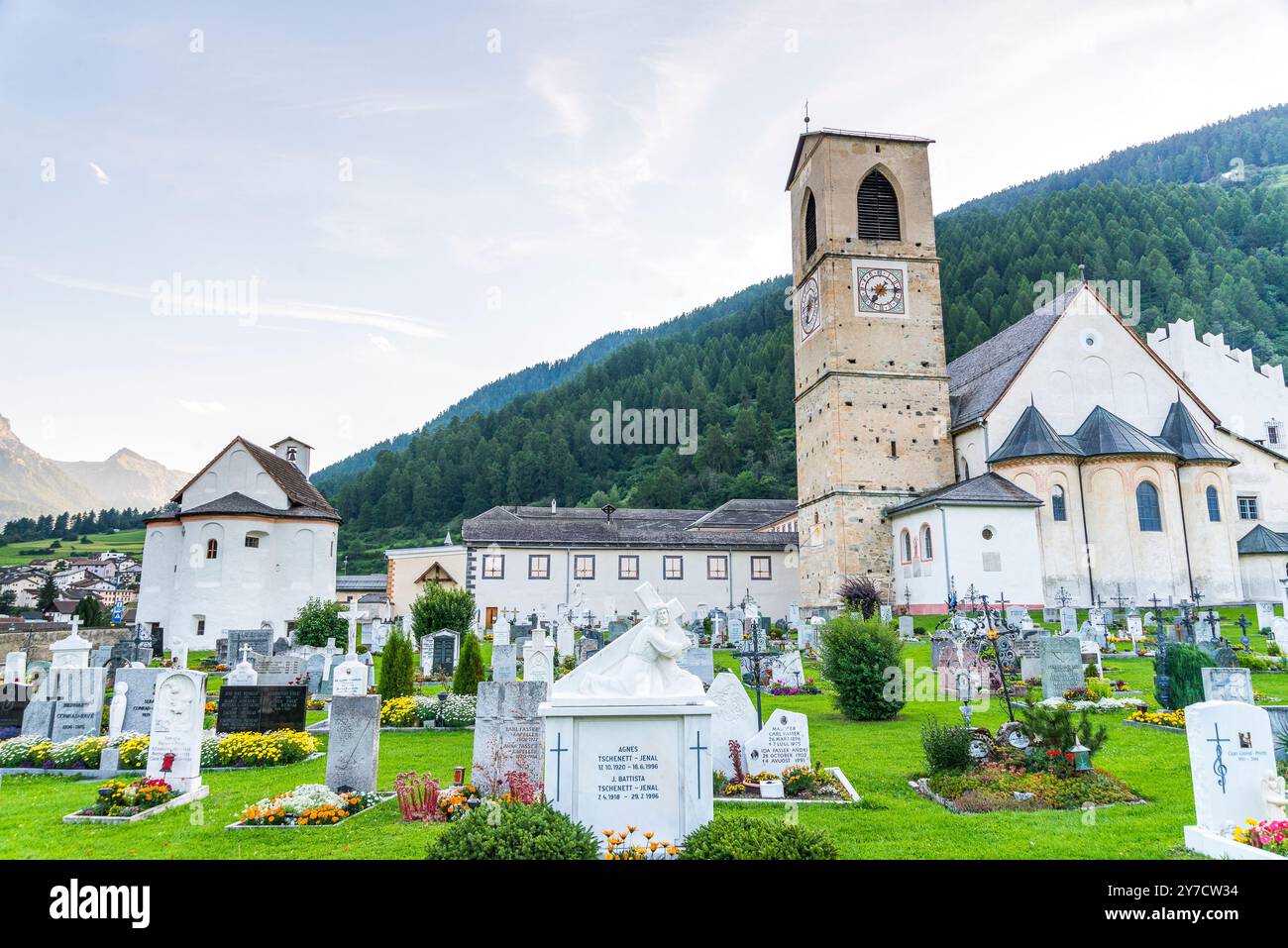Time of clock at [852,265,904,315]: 7:14
